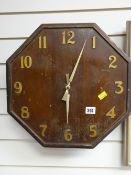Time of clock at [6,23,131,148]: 6:03
